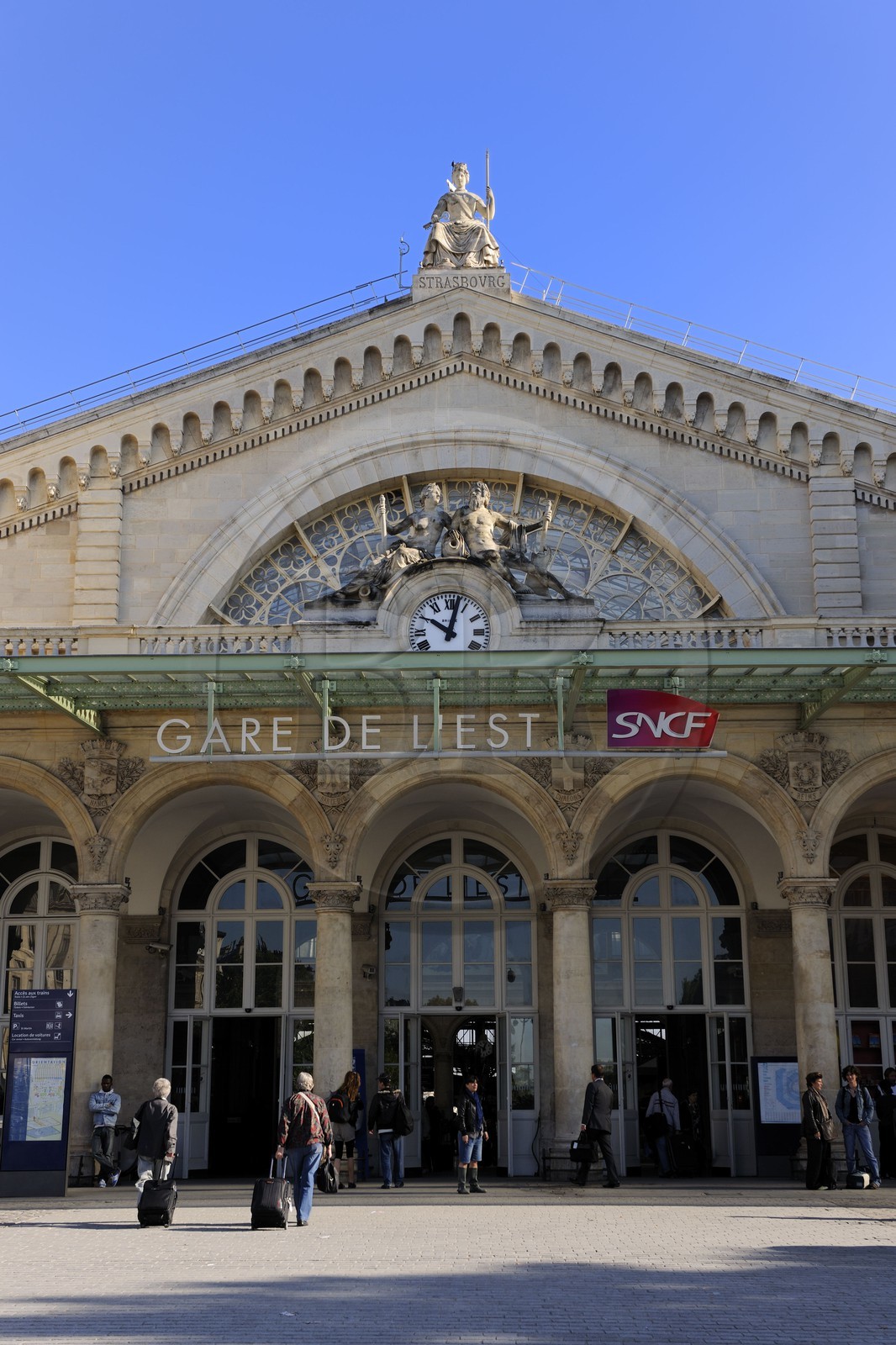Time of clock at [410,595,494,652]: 10:02
